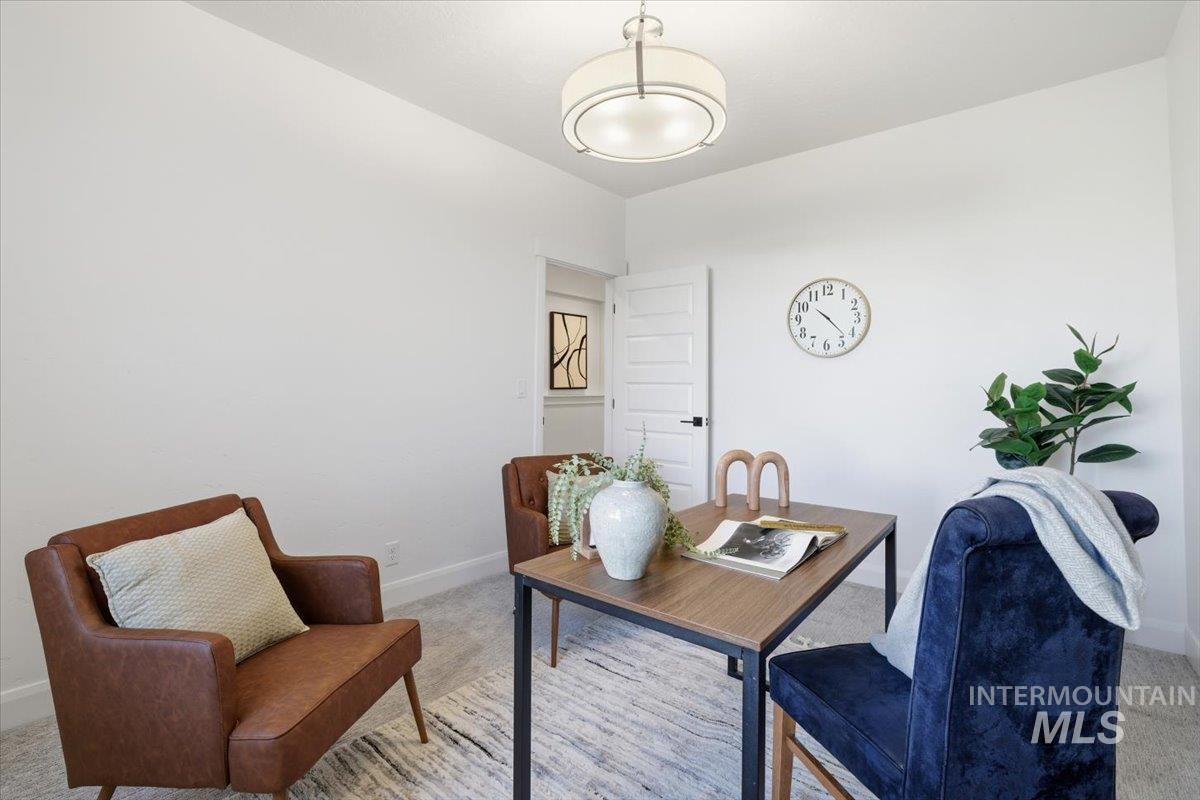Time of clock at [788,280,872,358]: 10:22
